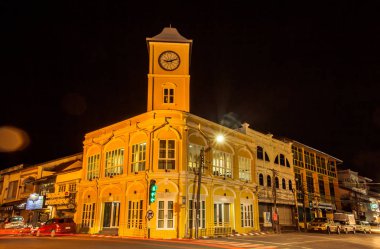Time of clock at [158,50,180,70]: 9:12
